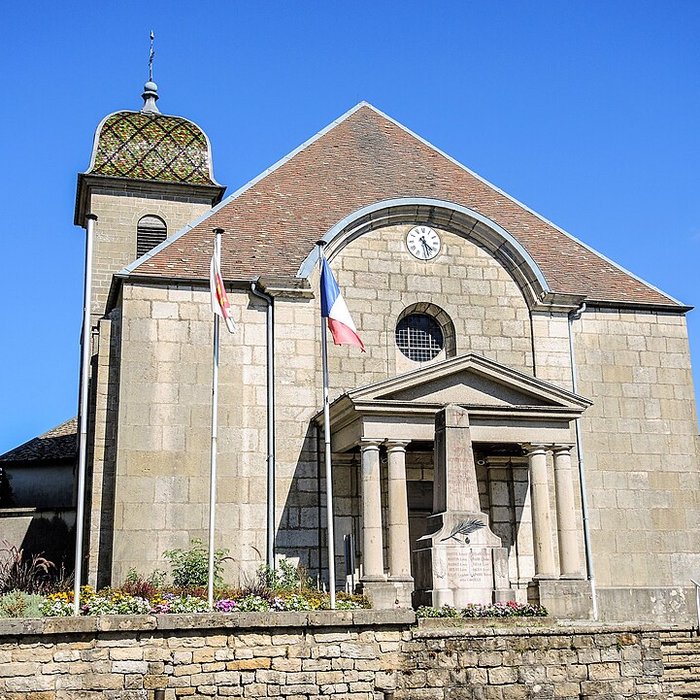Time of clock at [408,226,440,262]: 4:27
